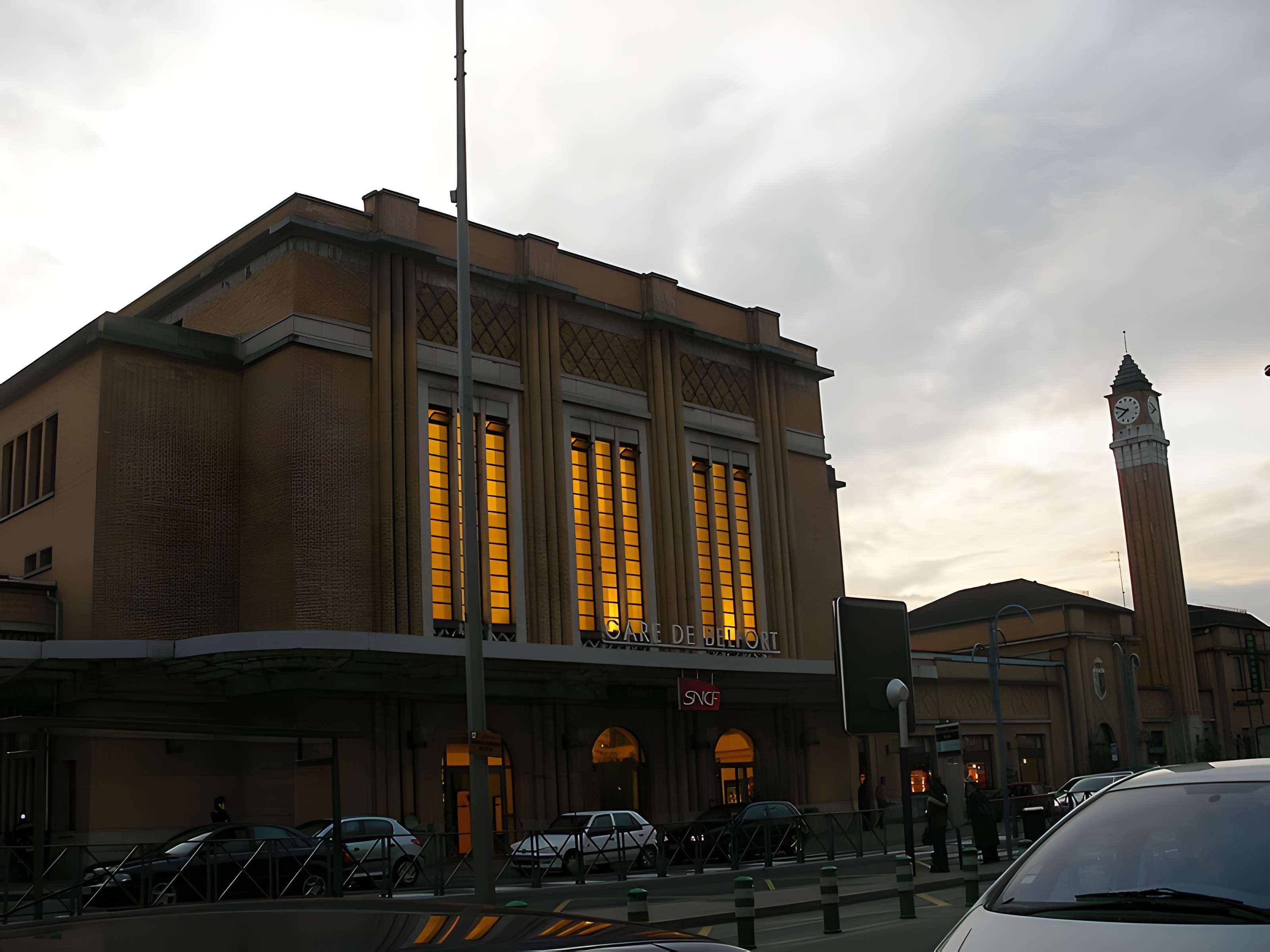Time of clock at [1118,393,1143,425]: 7:49
